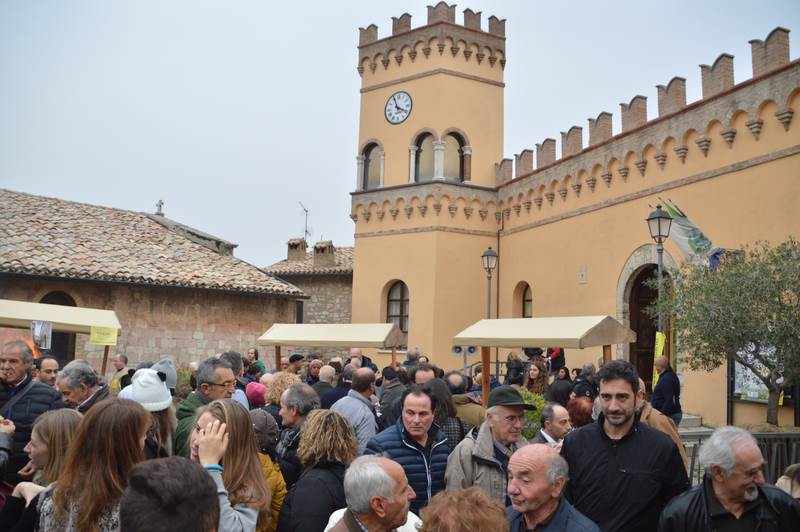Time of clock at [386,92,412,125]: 3:56
